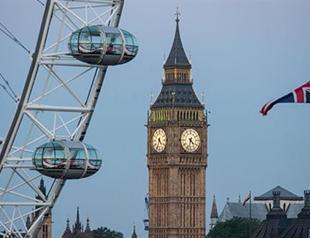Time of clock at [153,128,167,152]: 4:33
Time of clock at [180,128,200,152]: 4:32
